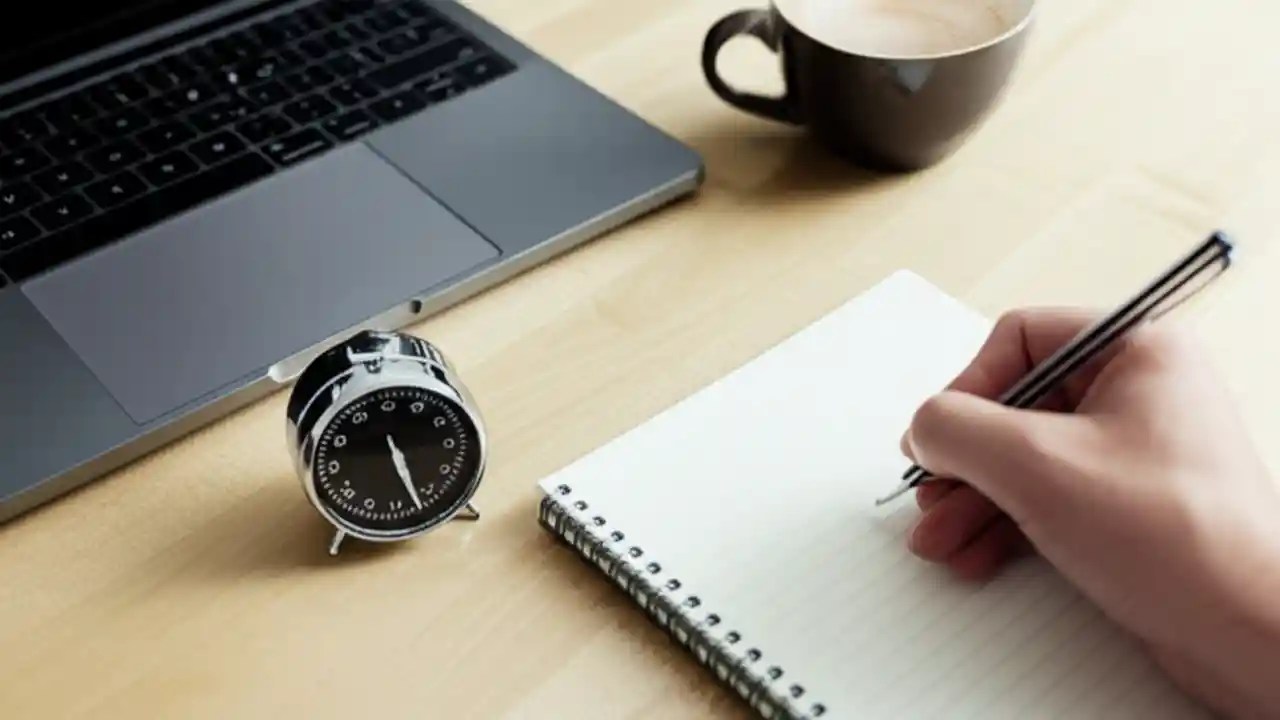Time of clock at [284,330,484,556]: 5:27
